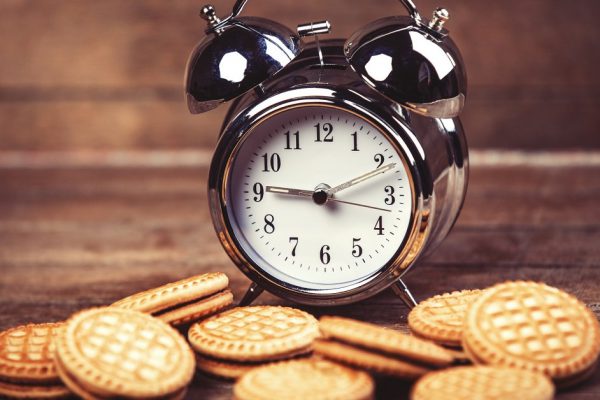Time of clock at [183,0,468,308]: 9:11
